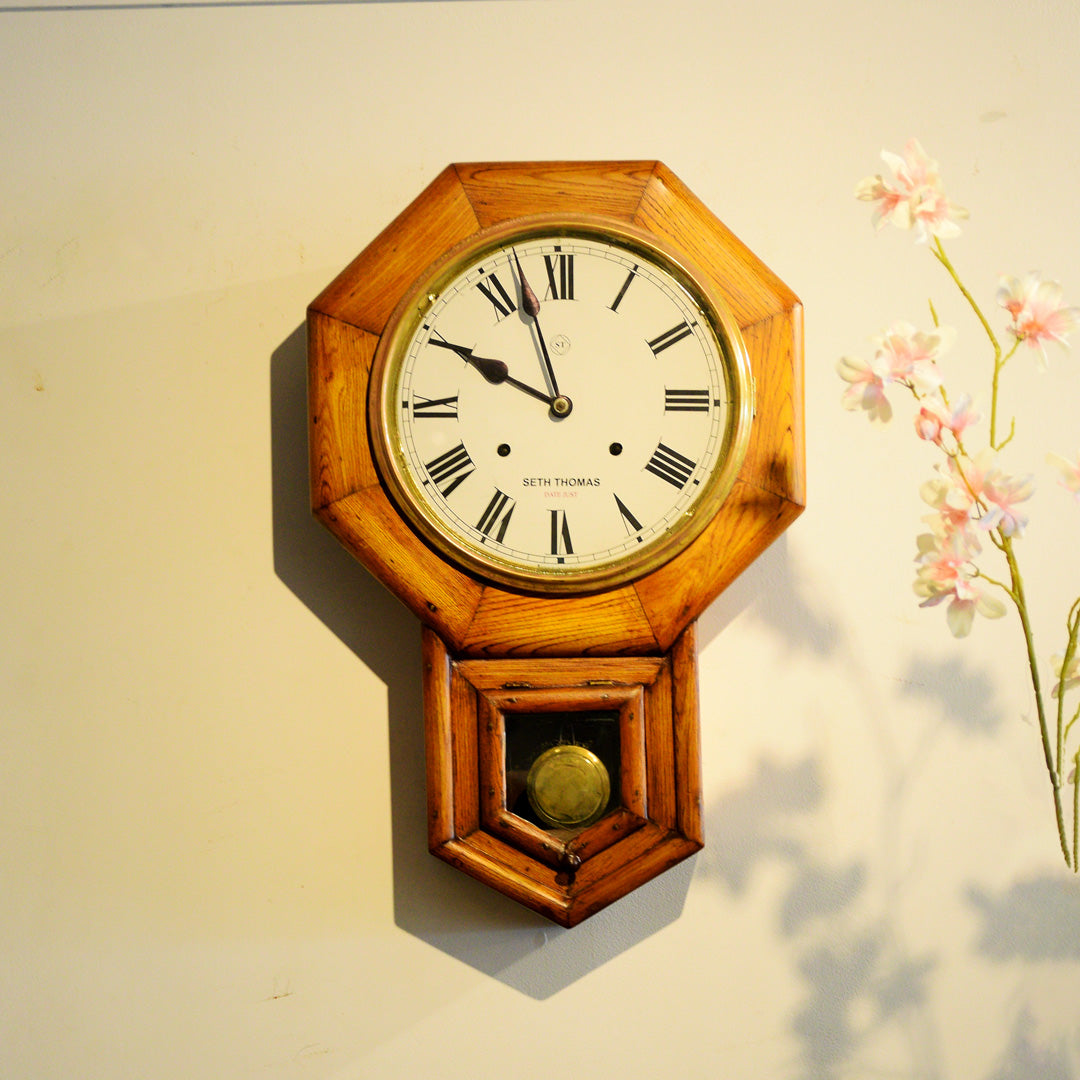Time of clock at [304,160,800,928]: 9:57
